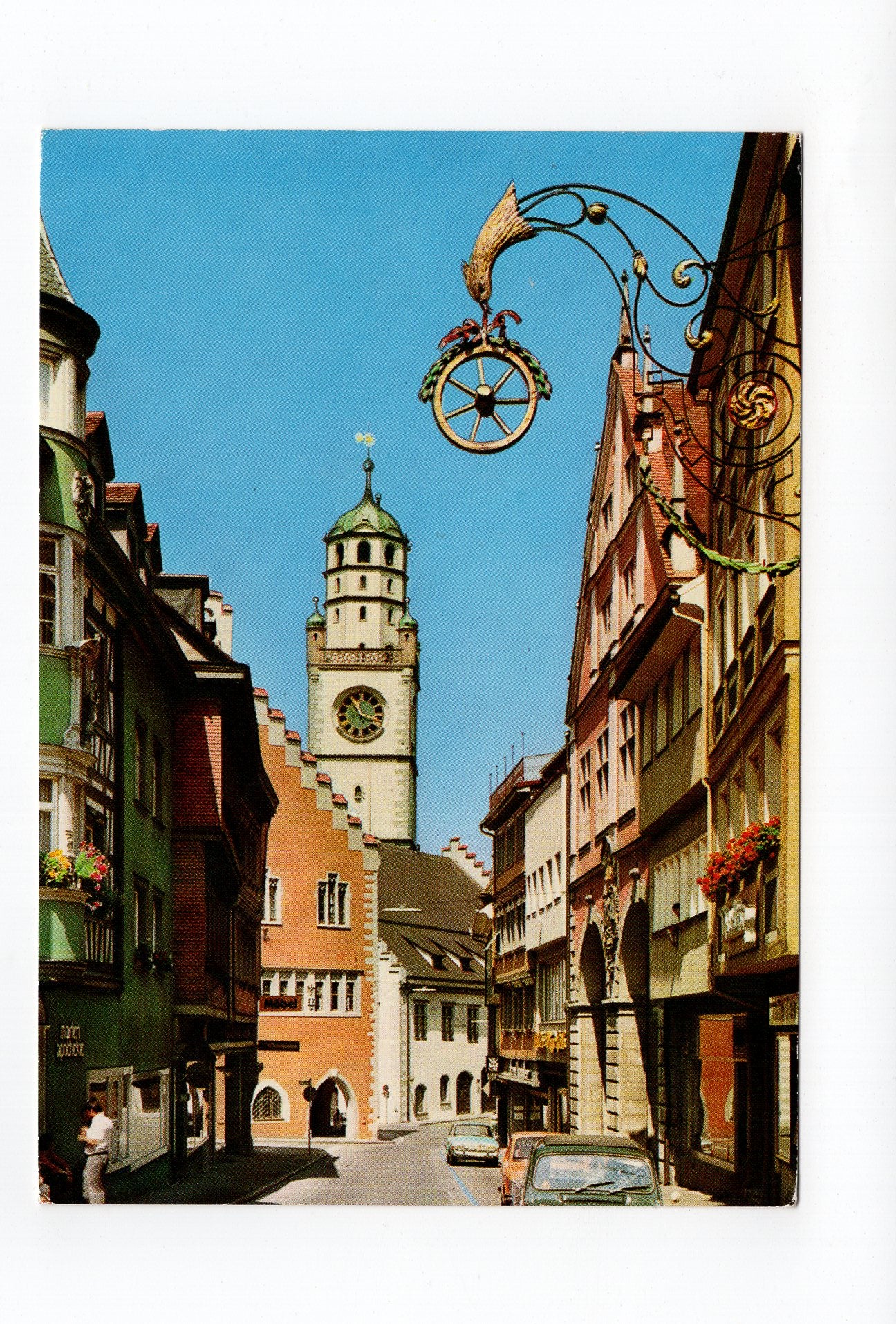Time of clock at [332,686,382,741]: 11:17
